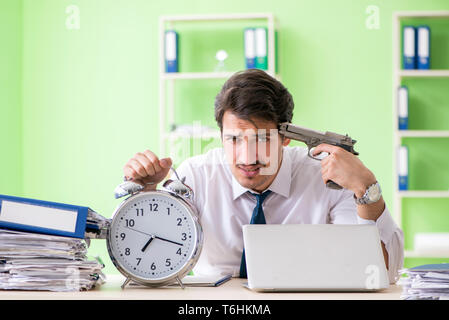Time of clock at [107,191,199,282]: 7:17
